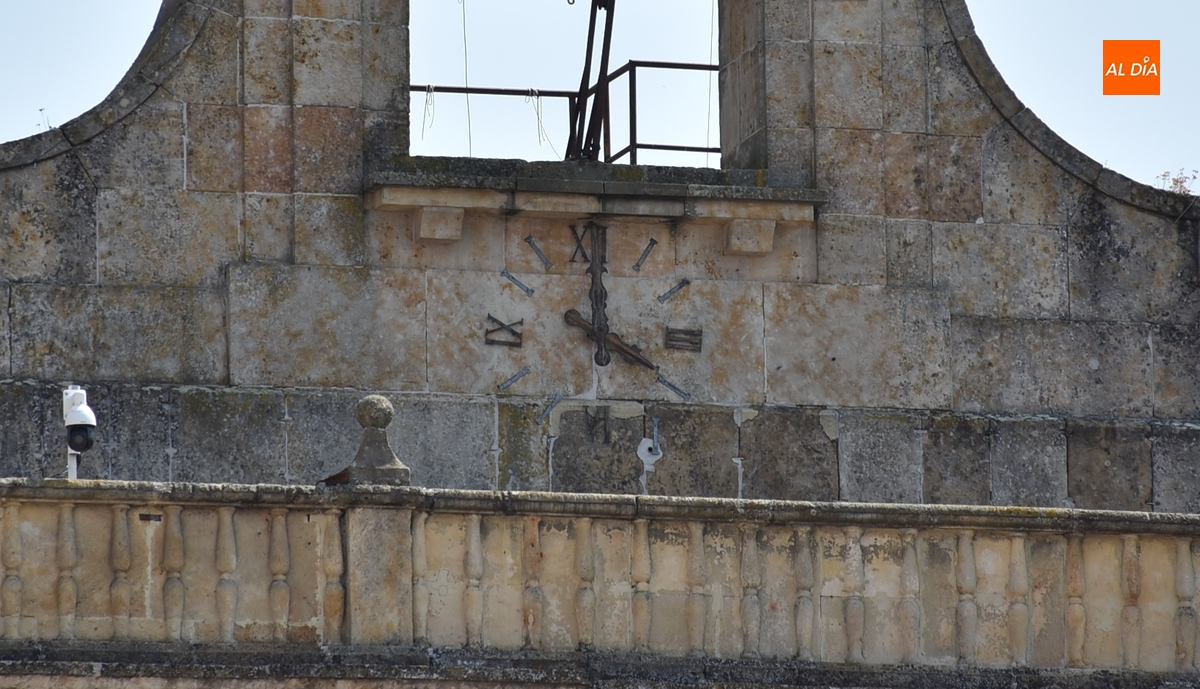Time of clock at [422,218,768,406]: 4:00
